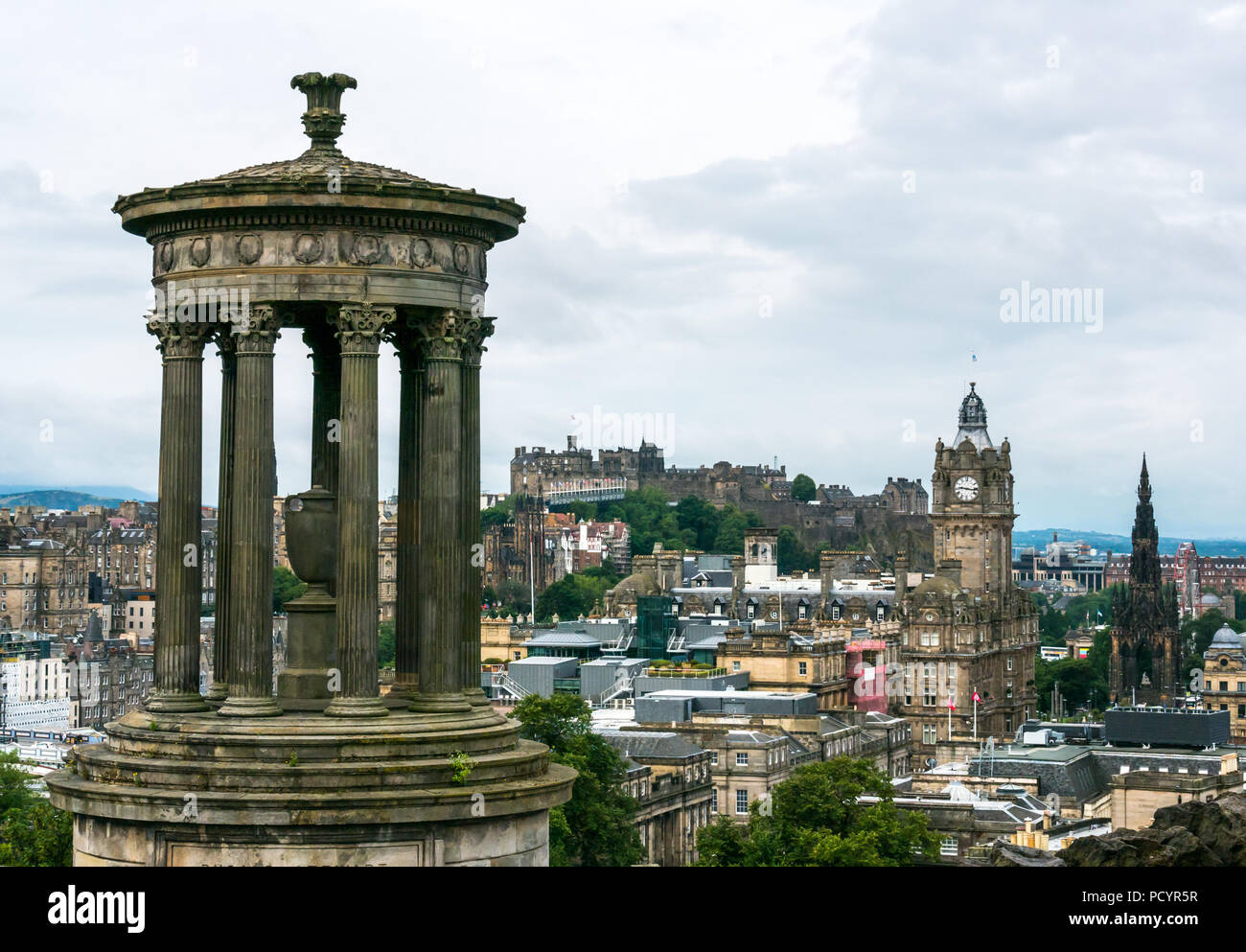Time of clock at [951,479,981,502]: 9:16
